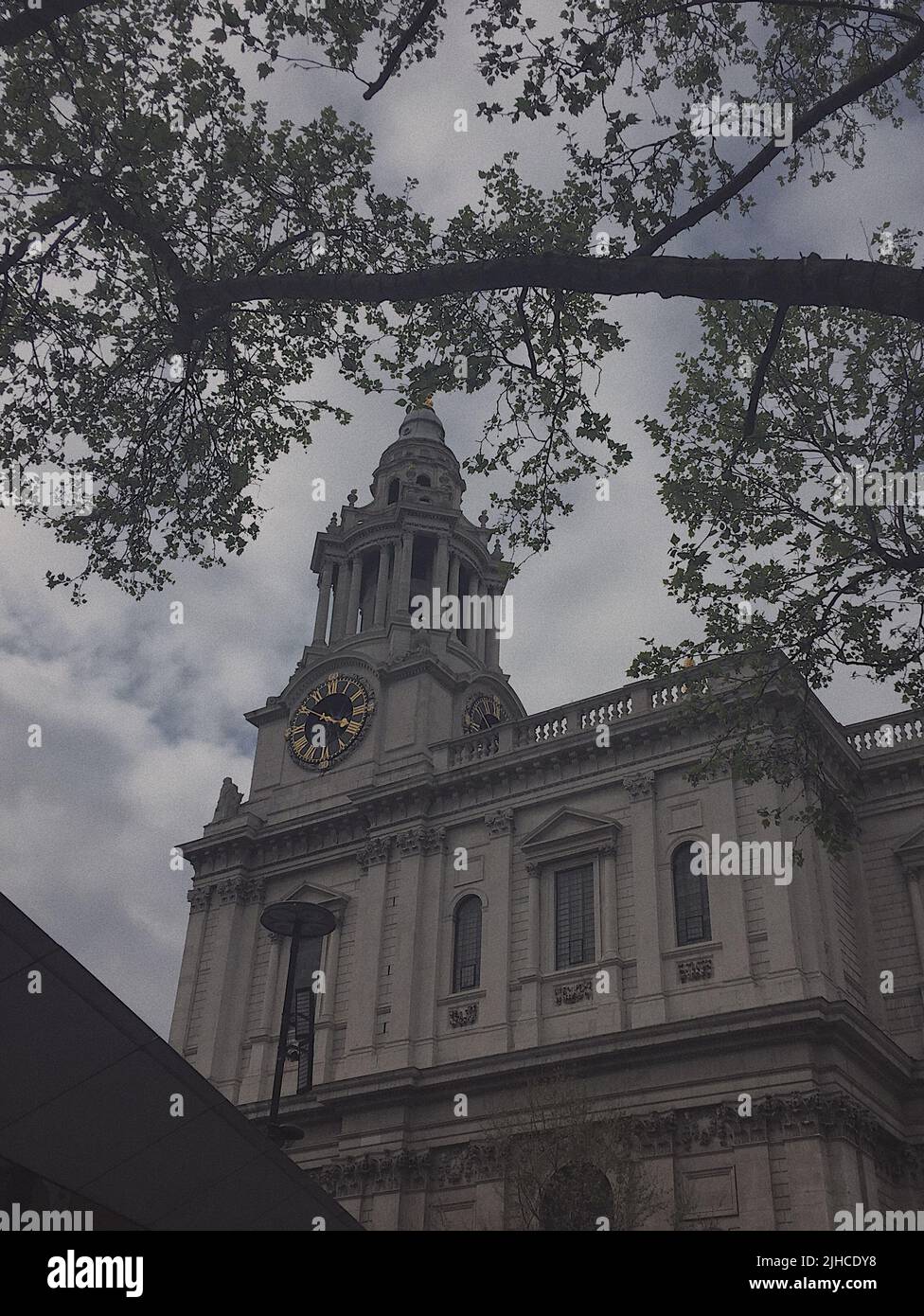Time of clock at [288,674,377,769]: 3:50
